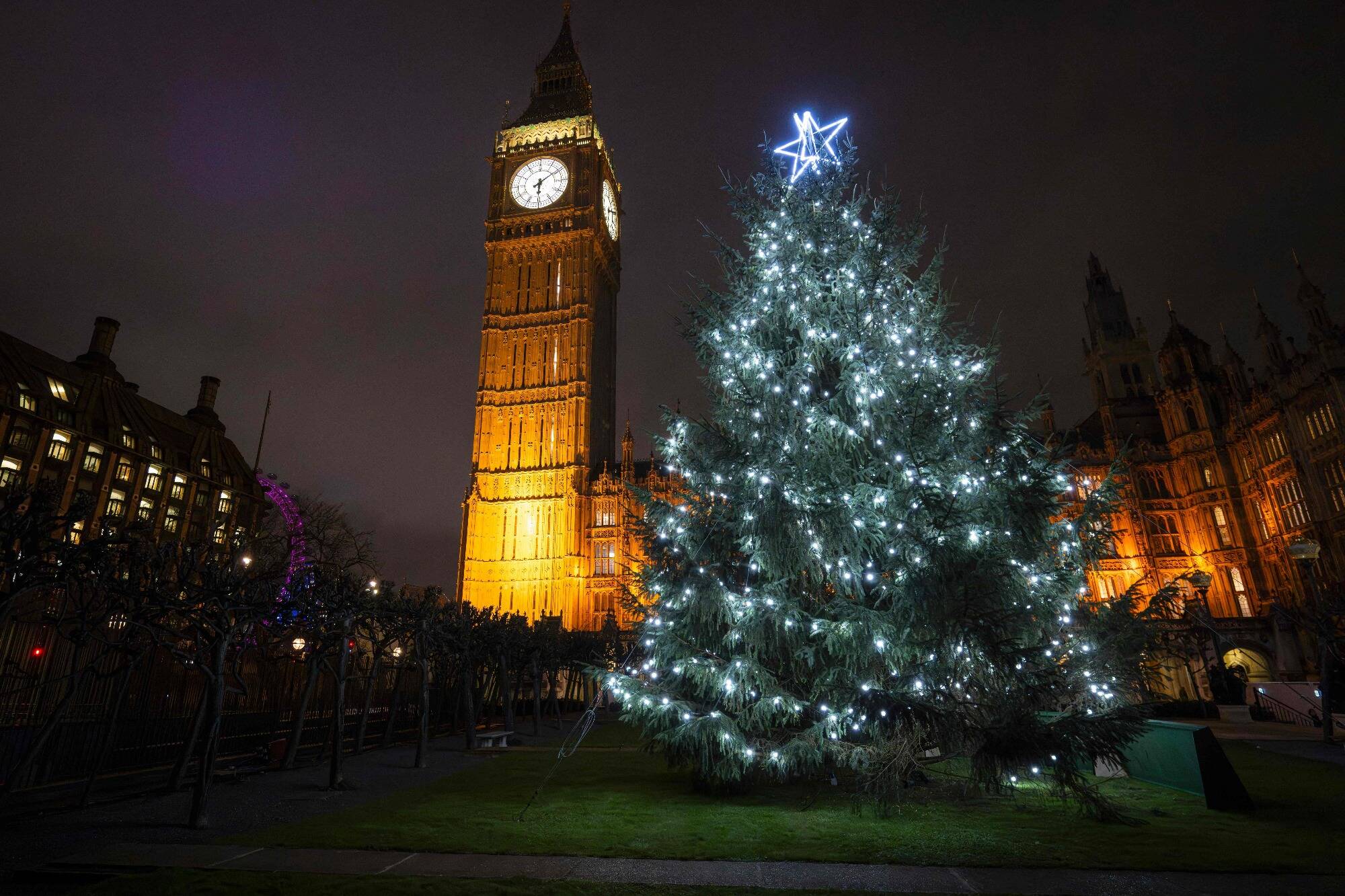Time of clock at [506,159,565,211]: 6:08
